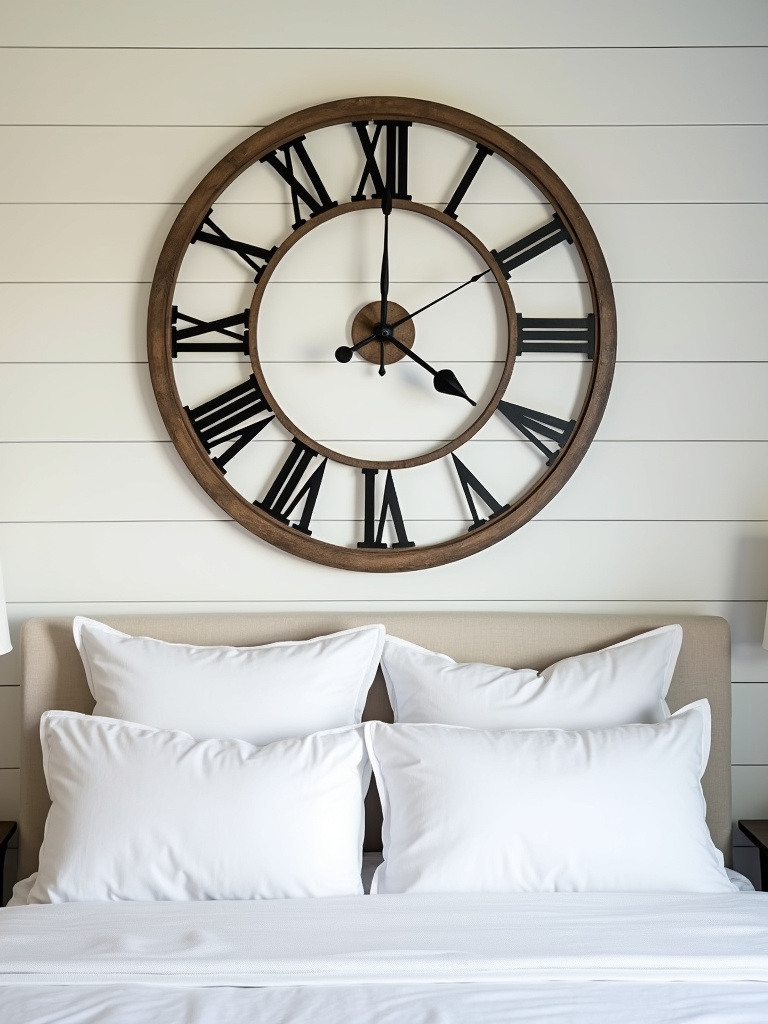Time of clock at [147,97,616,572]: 4:00
